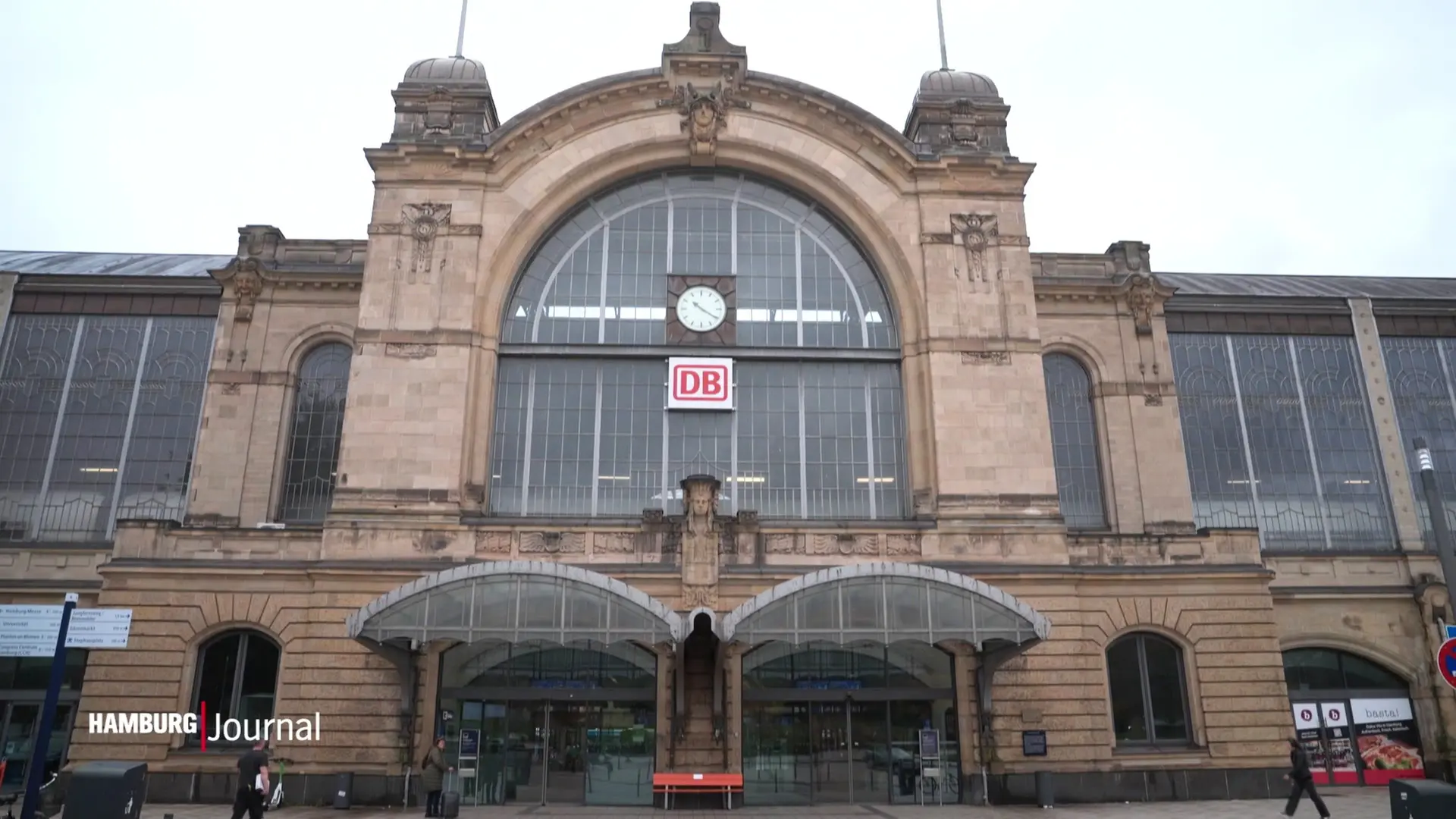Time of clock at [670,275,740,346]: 10:20
